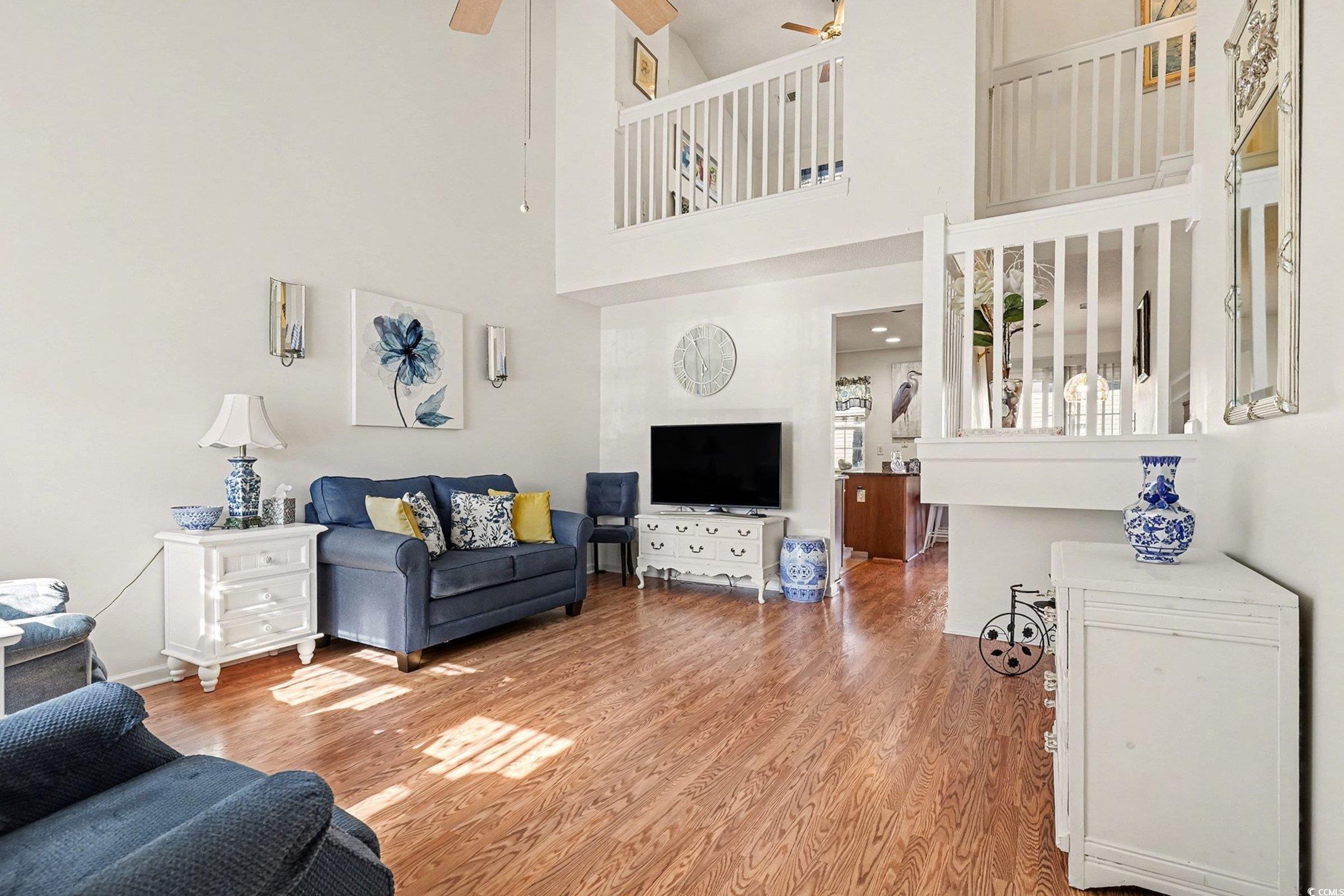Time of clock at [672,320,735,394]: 5:55
